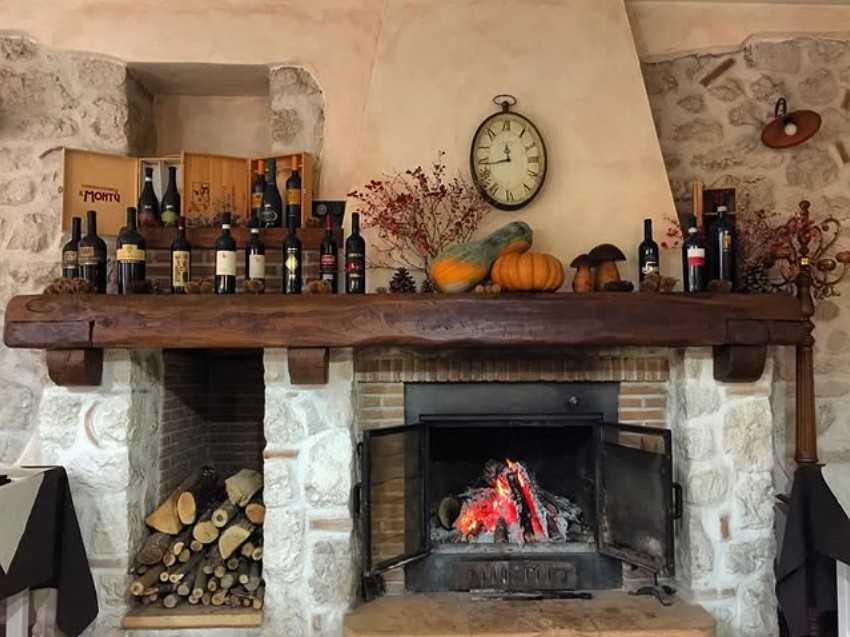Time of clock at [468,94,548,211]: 11:43
